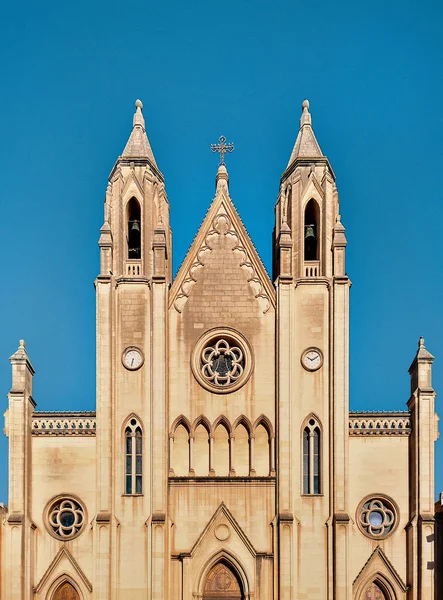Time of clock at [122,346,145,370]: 6:32
